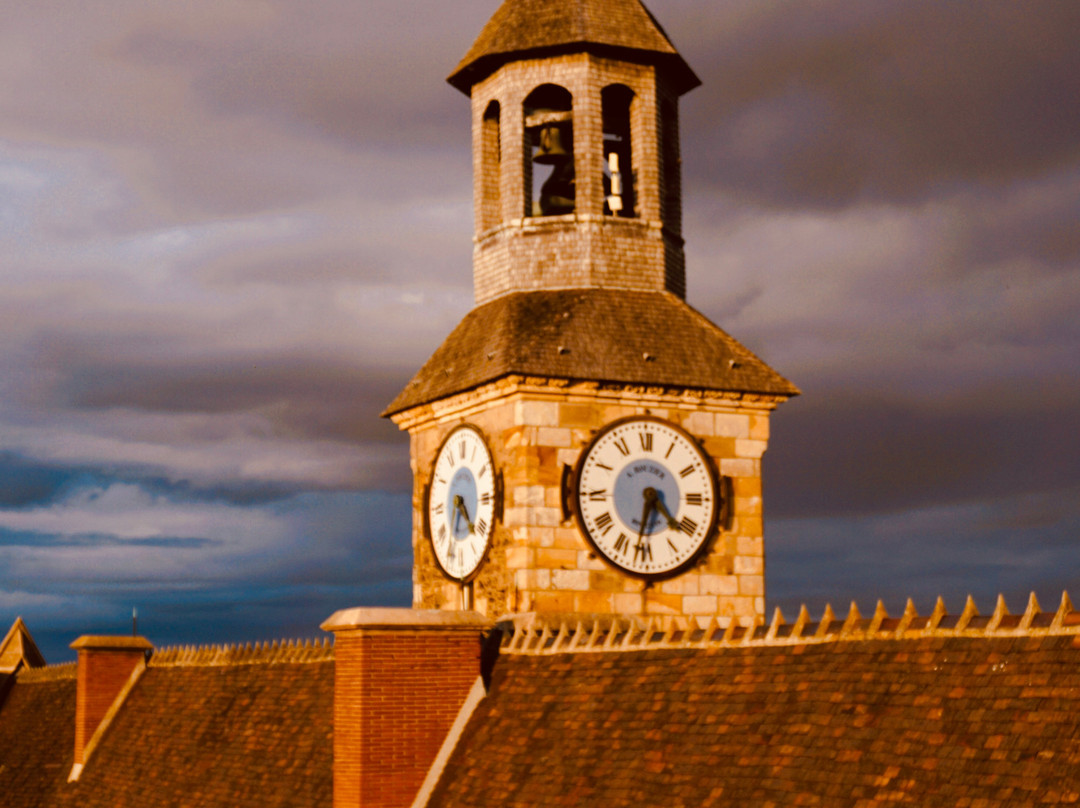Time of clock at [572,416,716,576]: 4:32
